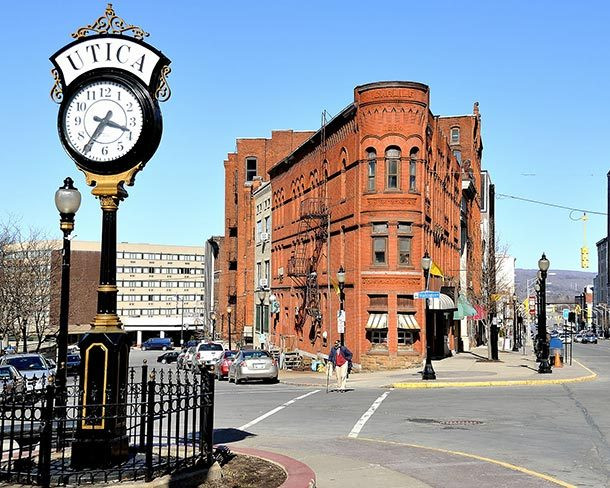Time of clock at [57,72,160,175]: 3:35
